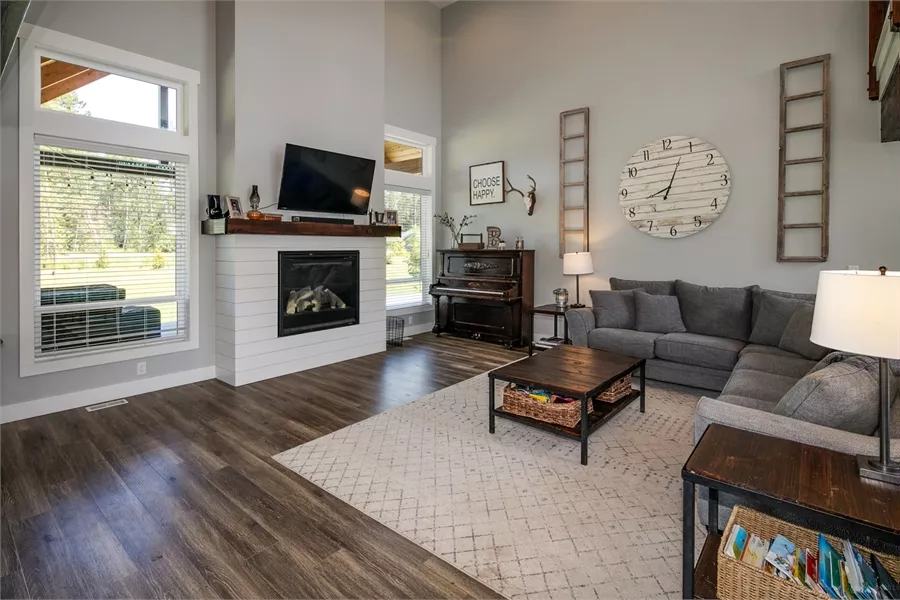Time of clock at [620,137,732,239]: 8:03
